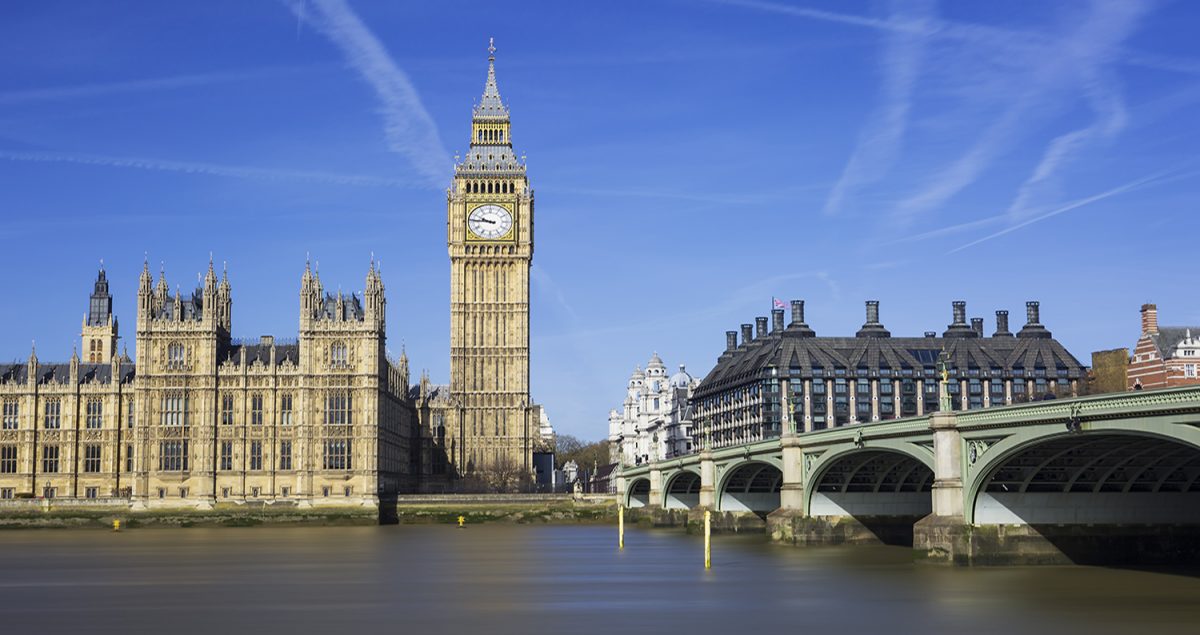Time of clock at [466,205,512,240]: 9:45
